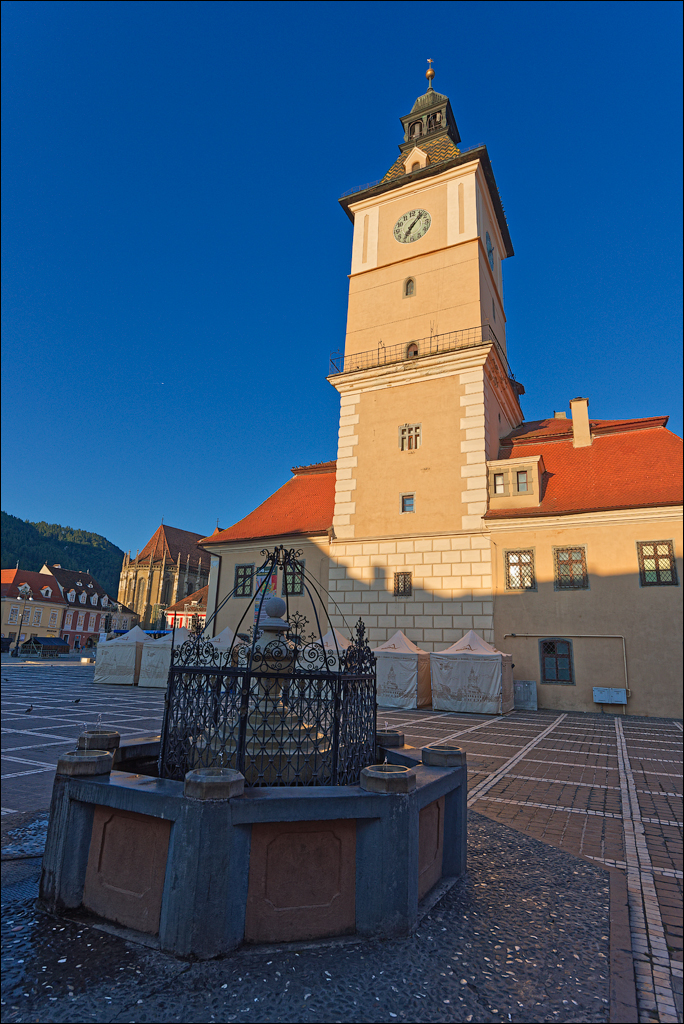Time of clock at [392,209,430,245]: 7:07
